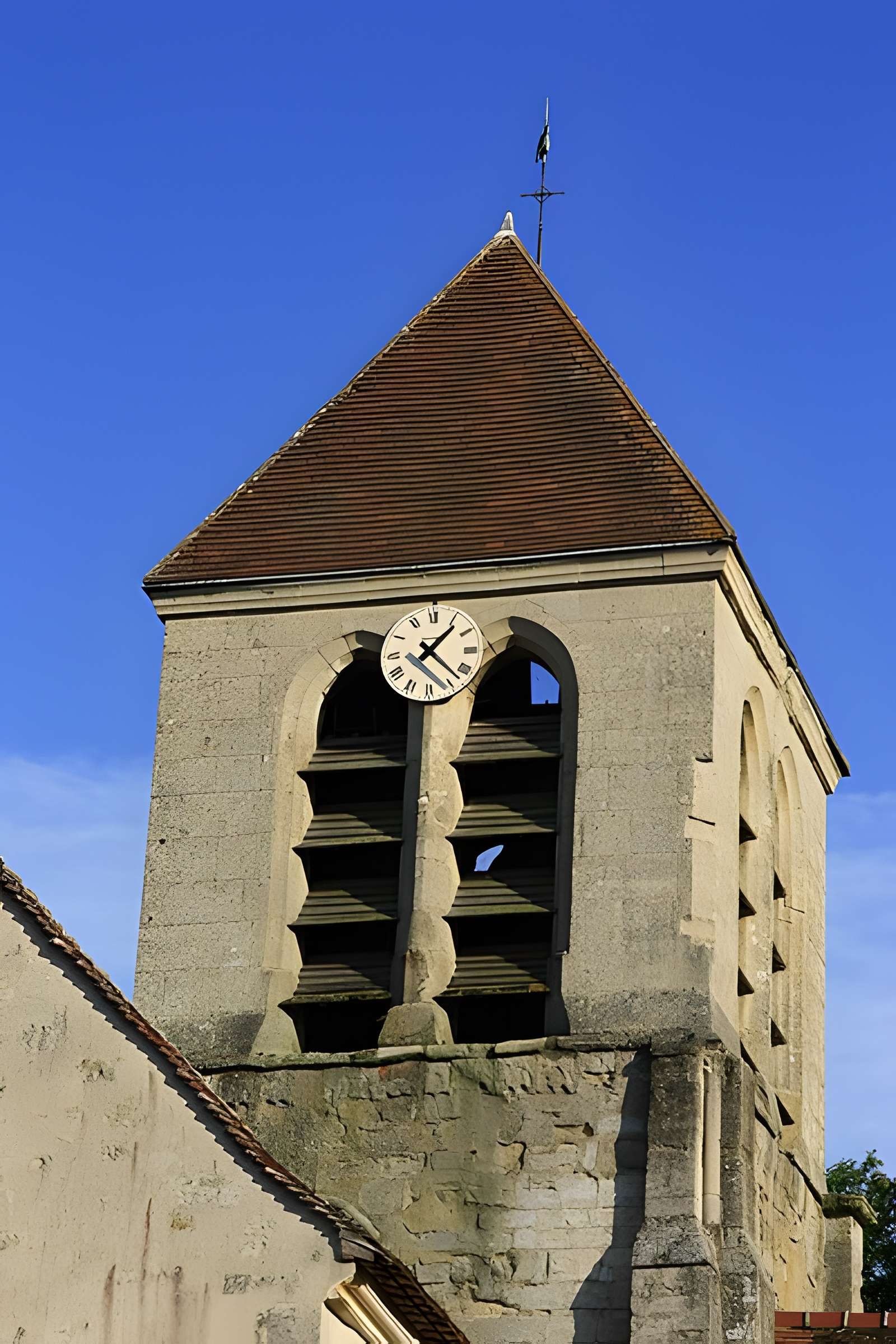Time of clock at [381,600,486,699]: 1:22
